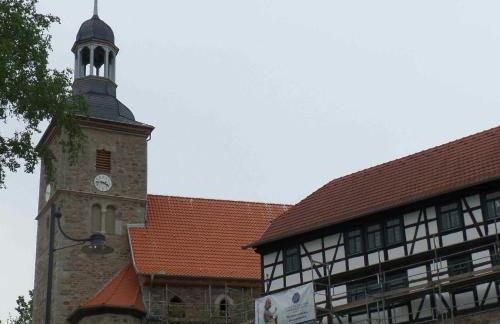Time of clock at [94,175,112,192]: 3:44
